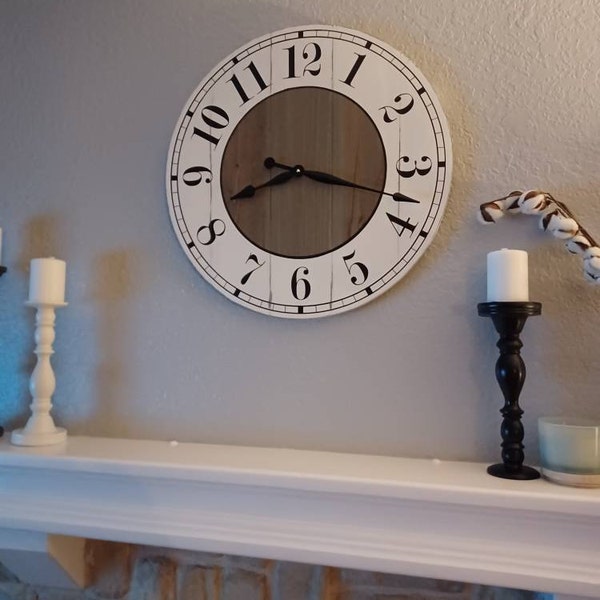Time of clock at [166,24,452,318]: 8:17
